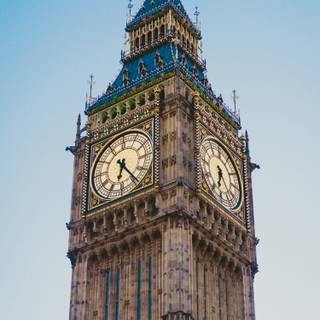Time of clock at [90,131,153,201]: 6:24
